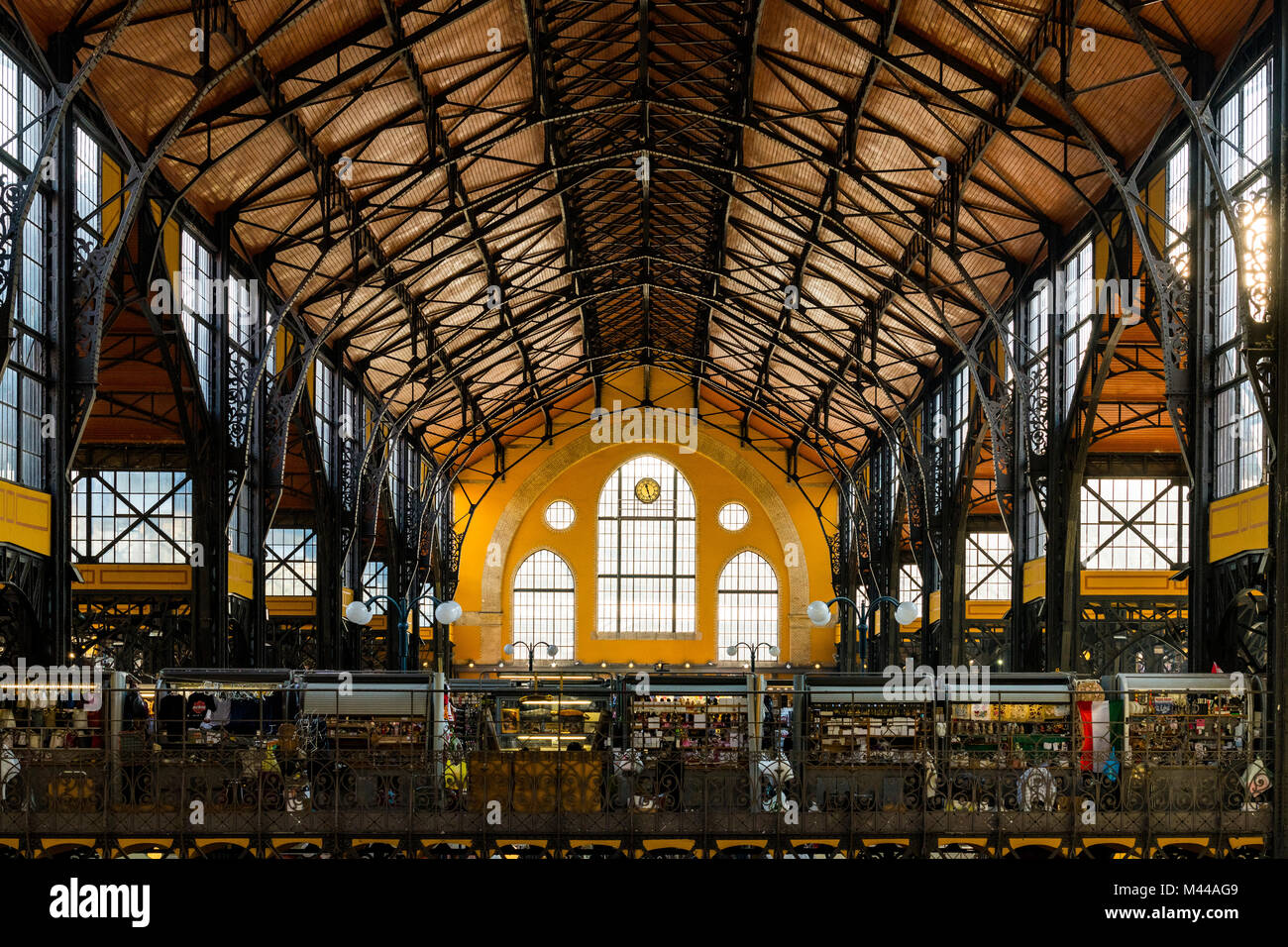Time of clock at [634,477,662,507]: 11:26
